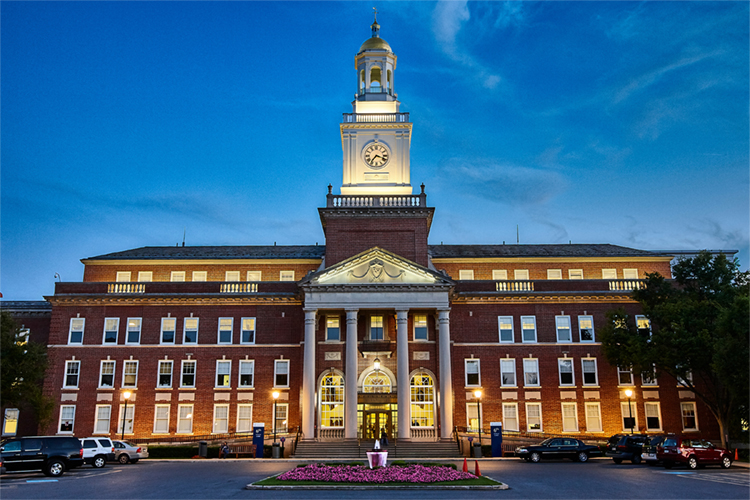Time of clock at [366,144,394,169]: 7:18
